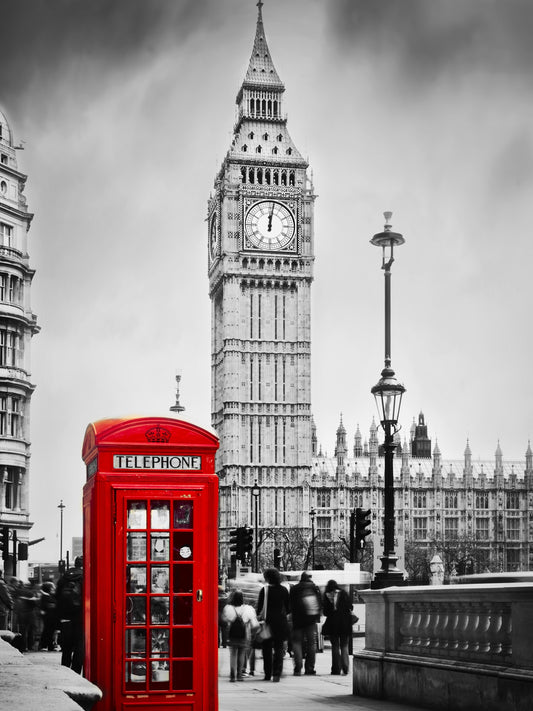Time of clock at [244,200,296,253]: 12:01
